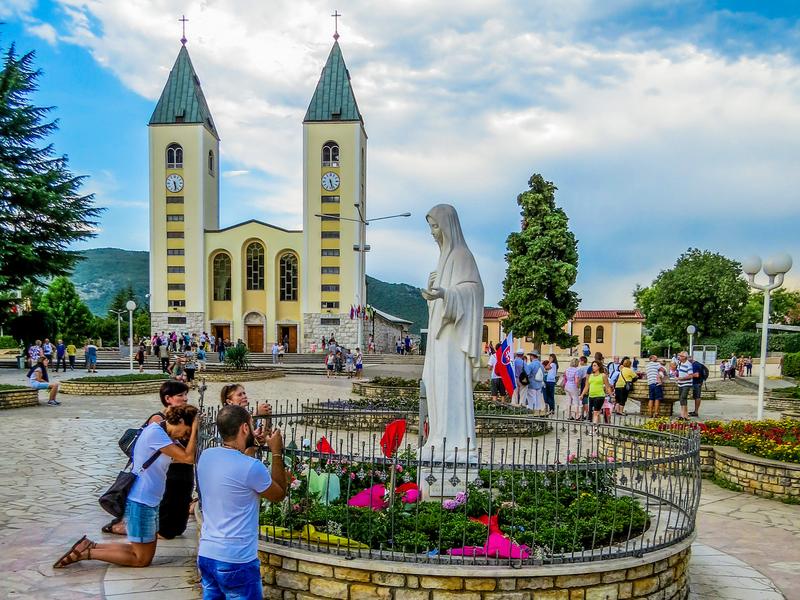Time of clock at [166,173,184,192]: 5:28
